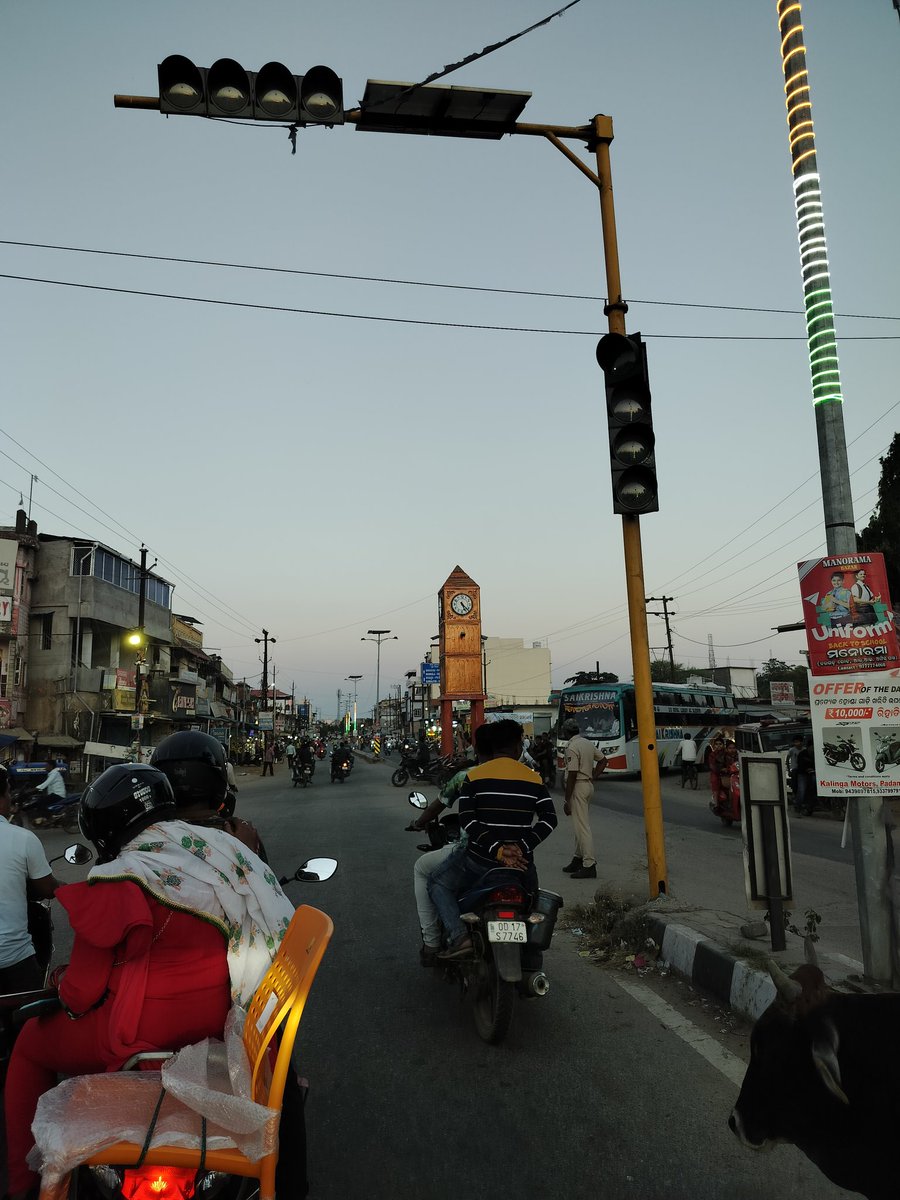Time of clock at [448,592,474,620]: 5:22
